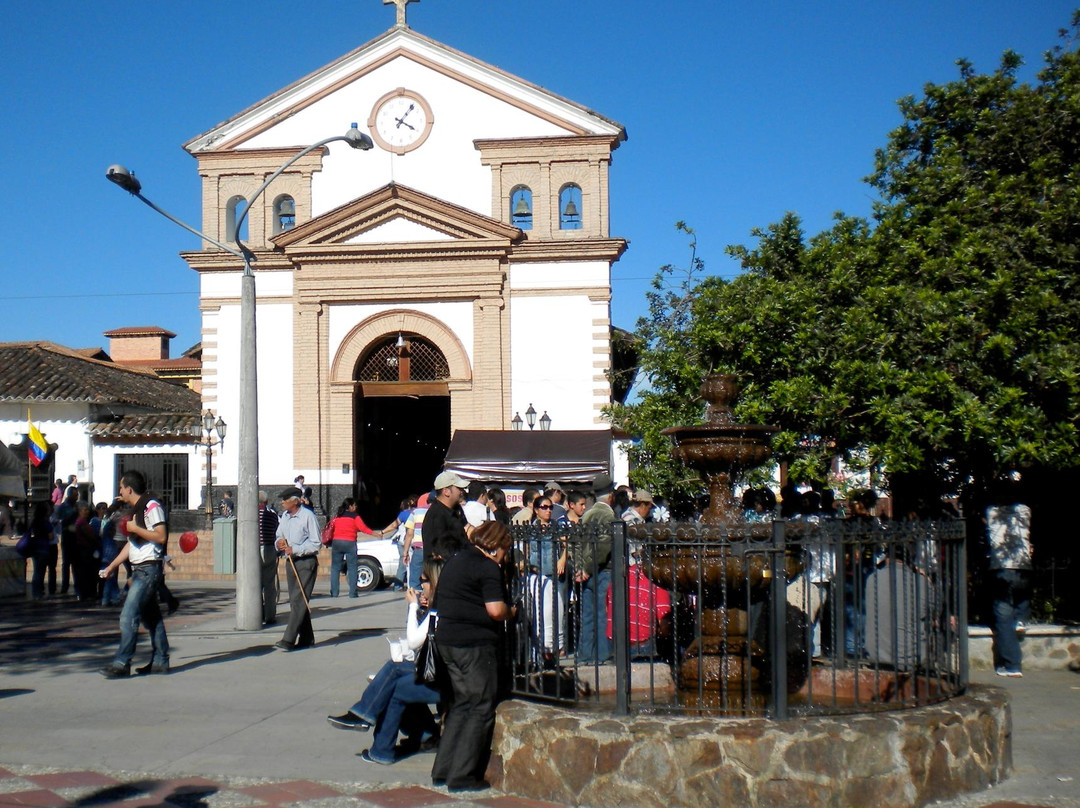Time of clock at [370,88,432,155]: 4:06
